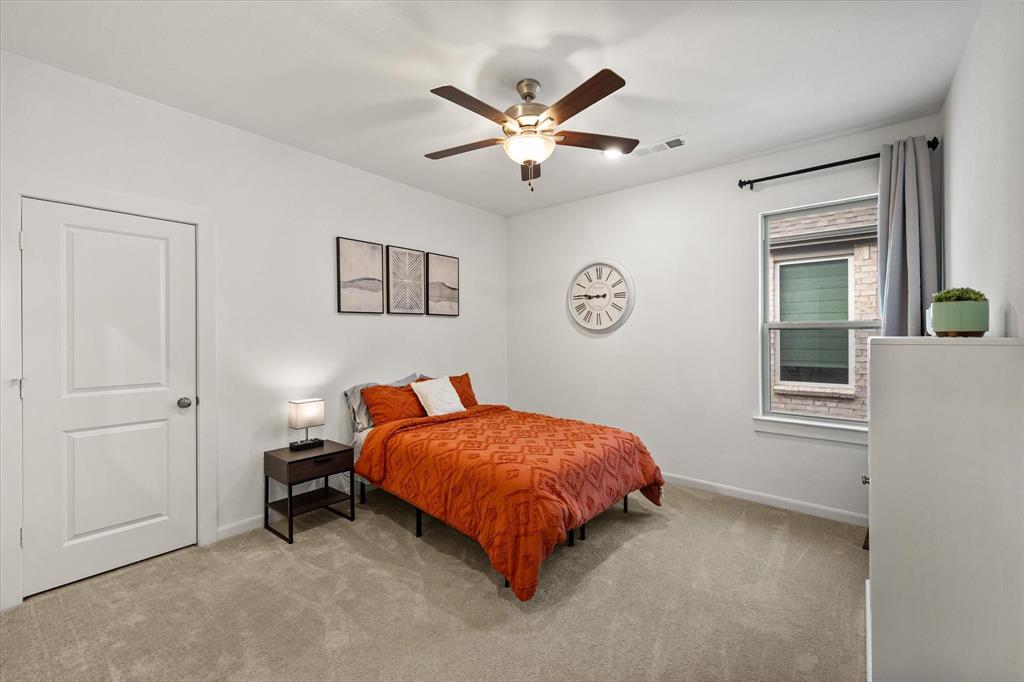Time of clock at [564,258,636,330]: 8:45
